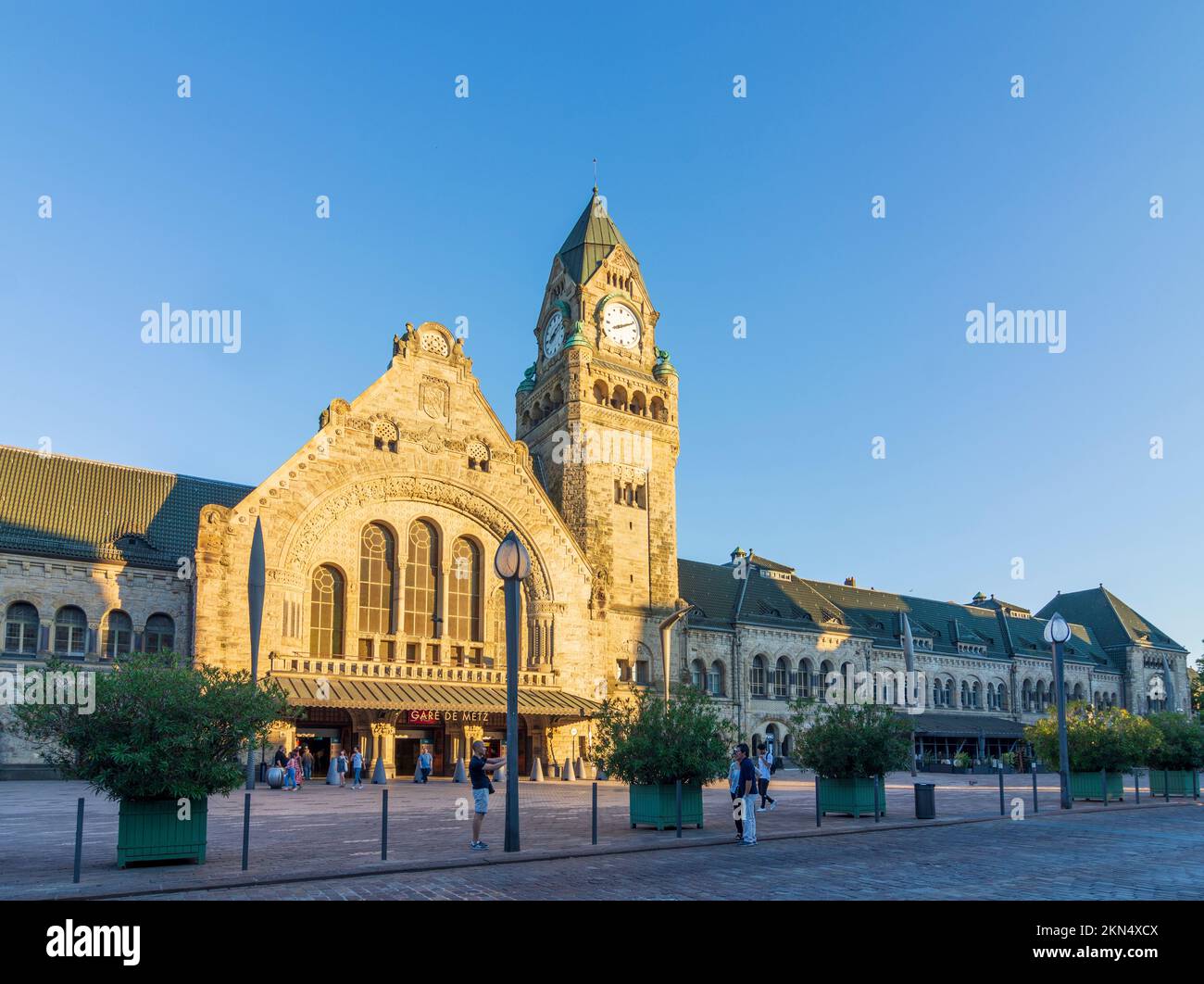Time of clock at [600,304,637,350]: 8:10
